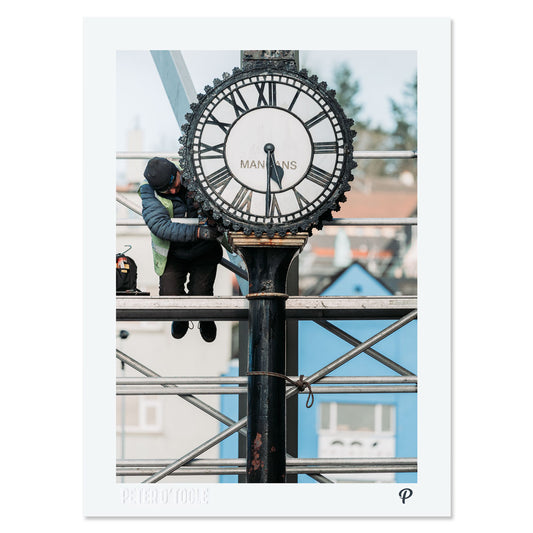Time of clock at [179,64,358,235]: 5:30
